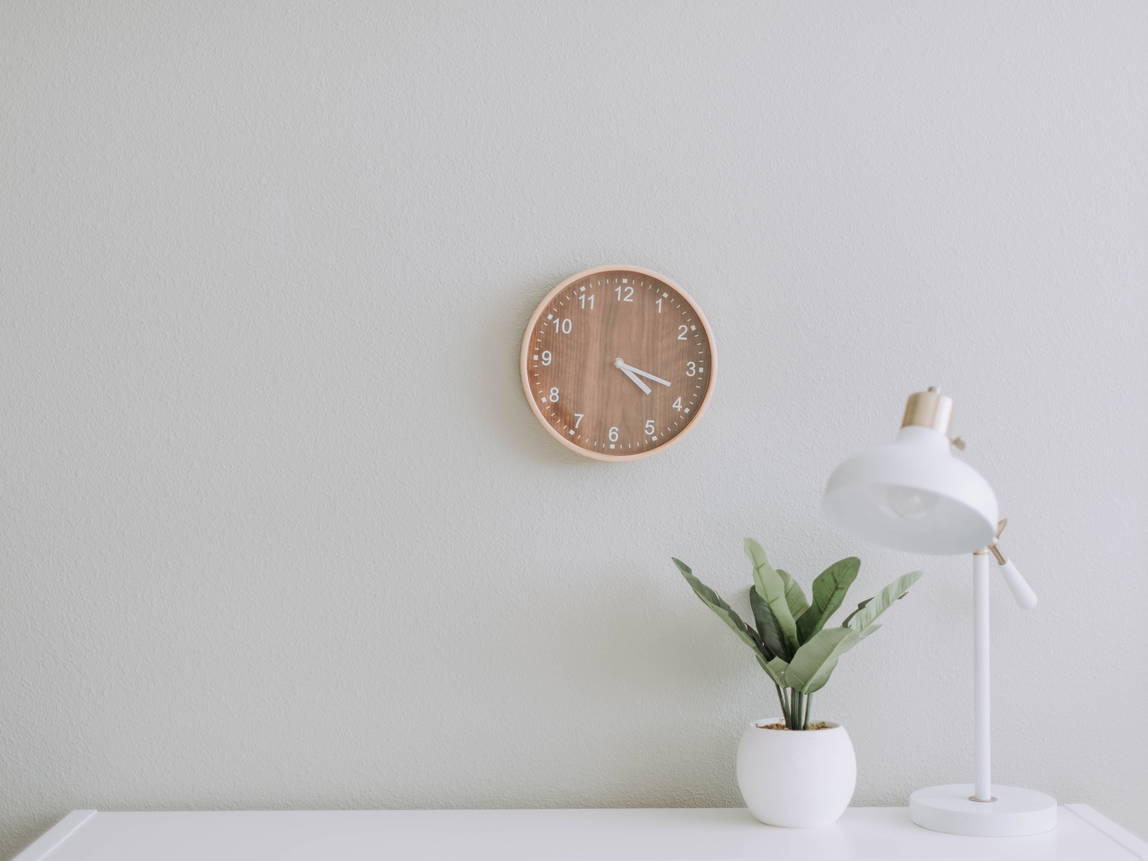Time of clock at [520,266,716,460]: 4:18
